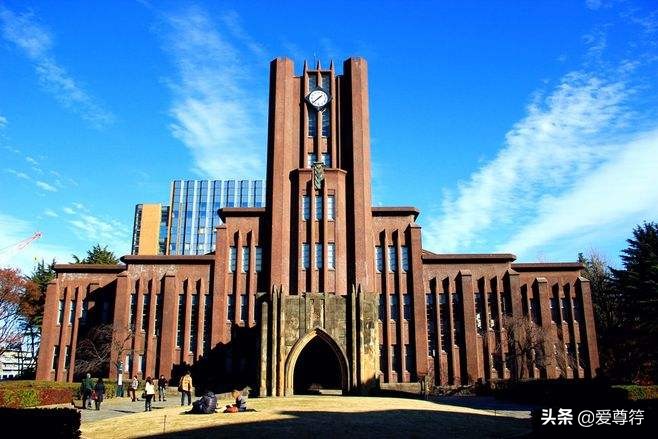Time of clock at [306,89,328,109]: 1:38
